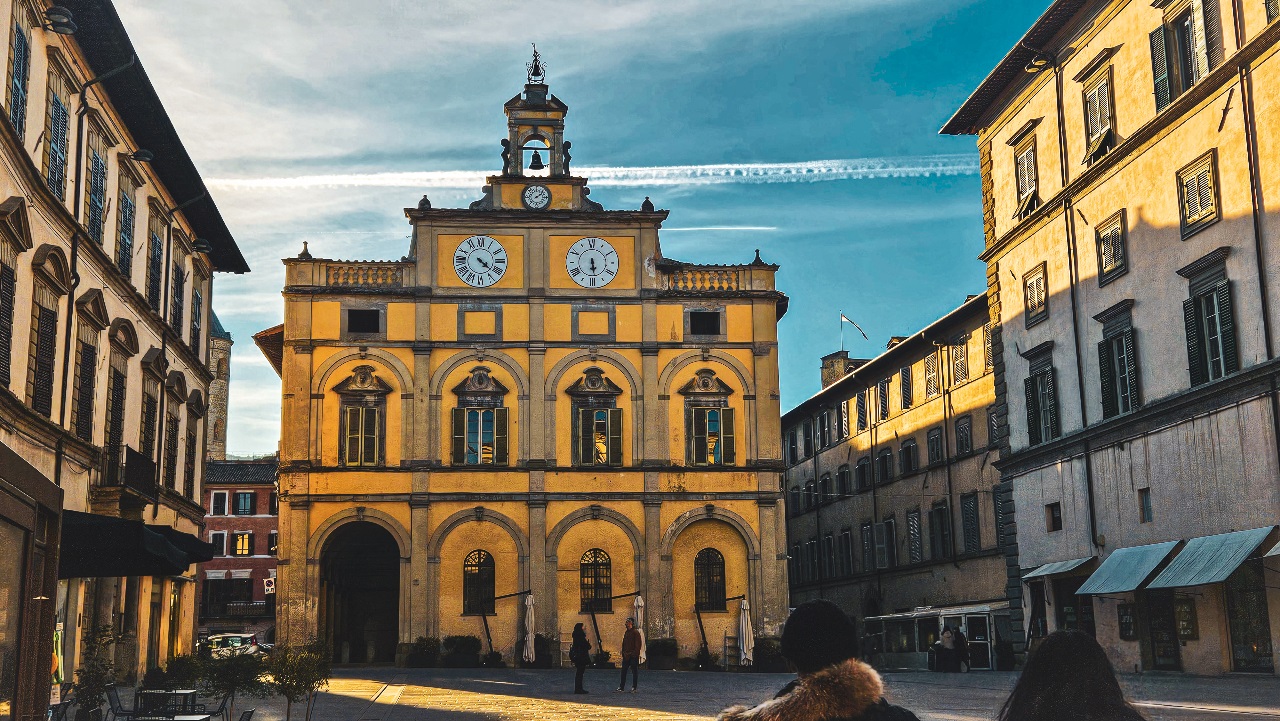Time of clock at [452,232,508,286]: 4:21
